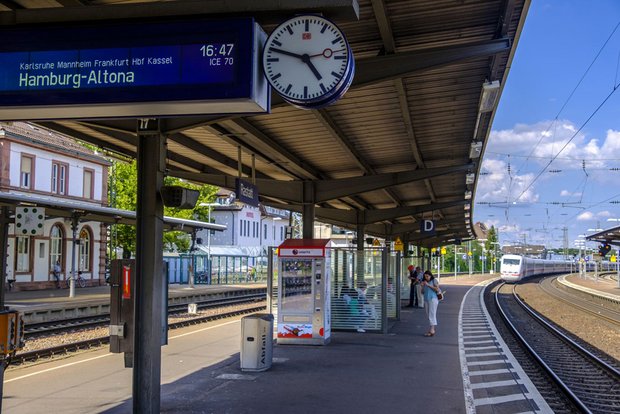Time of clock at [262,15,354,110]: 4:47
